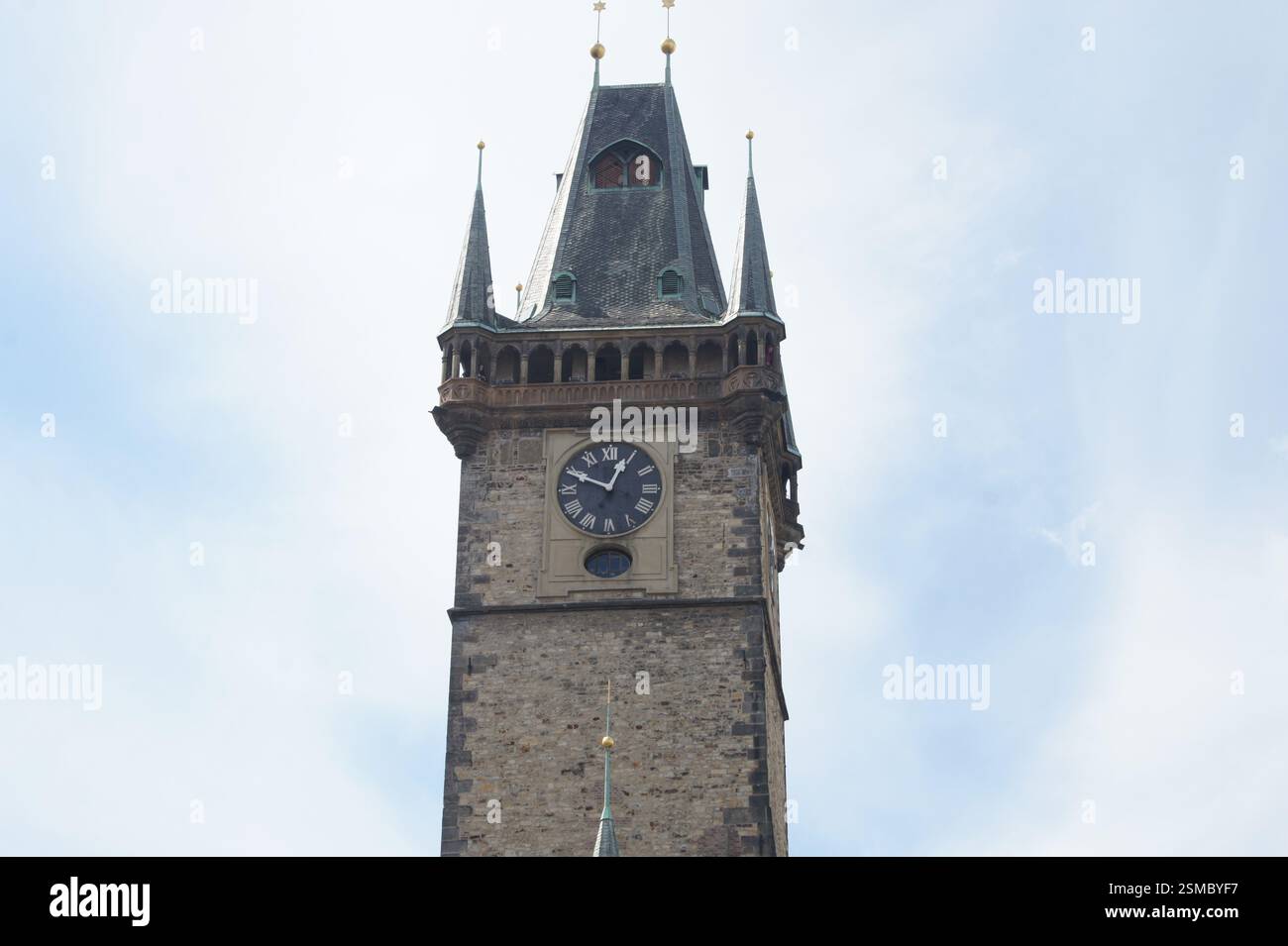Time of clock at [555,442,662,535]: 12:49
